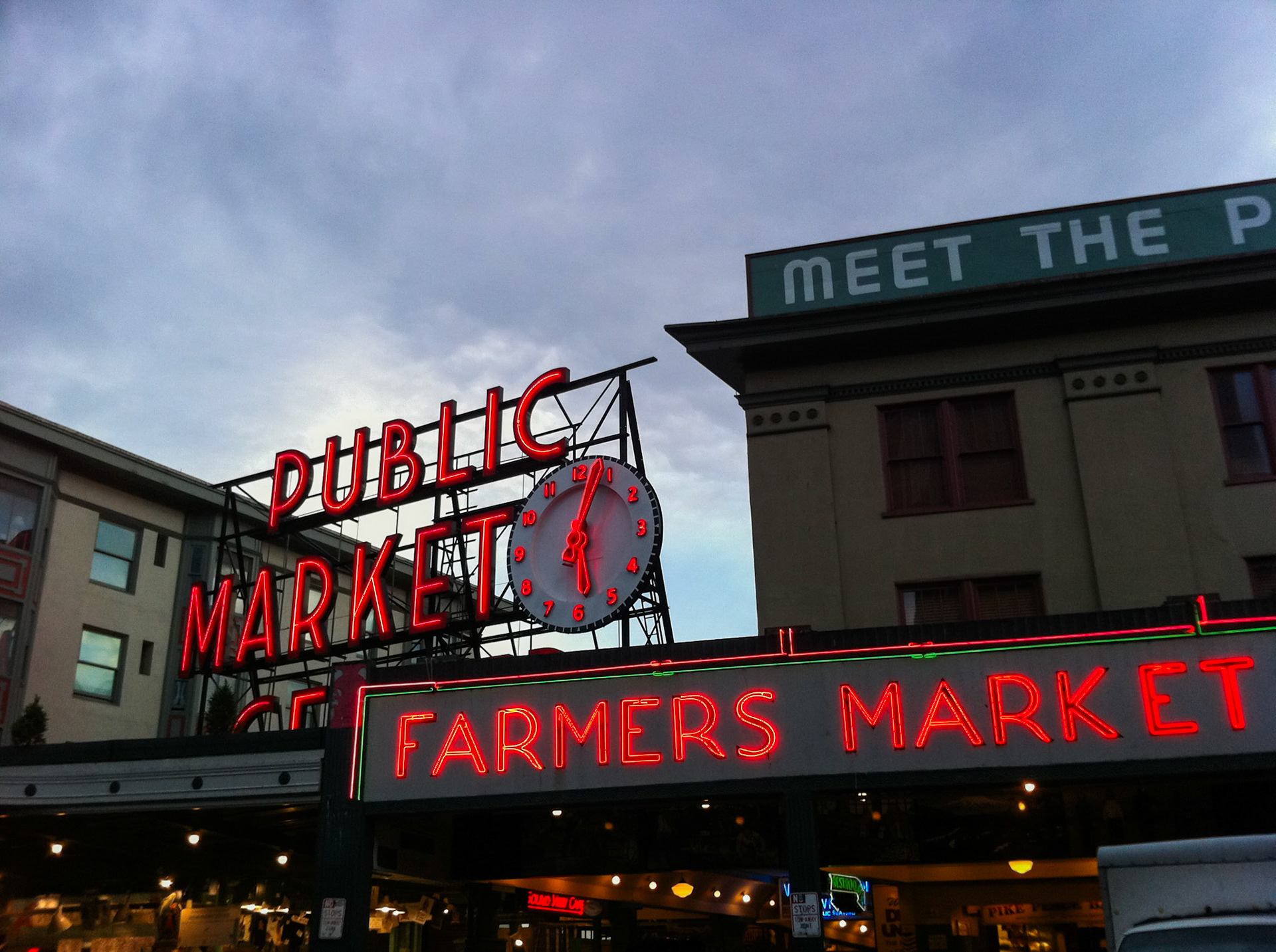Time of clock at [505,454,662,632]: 6:03
